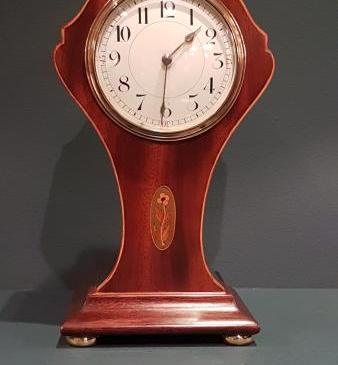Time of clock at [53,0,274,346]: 1:30
